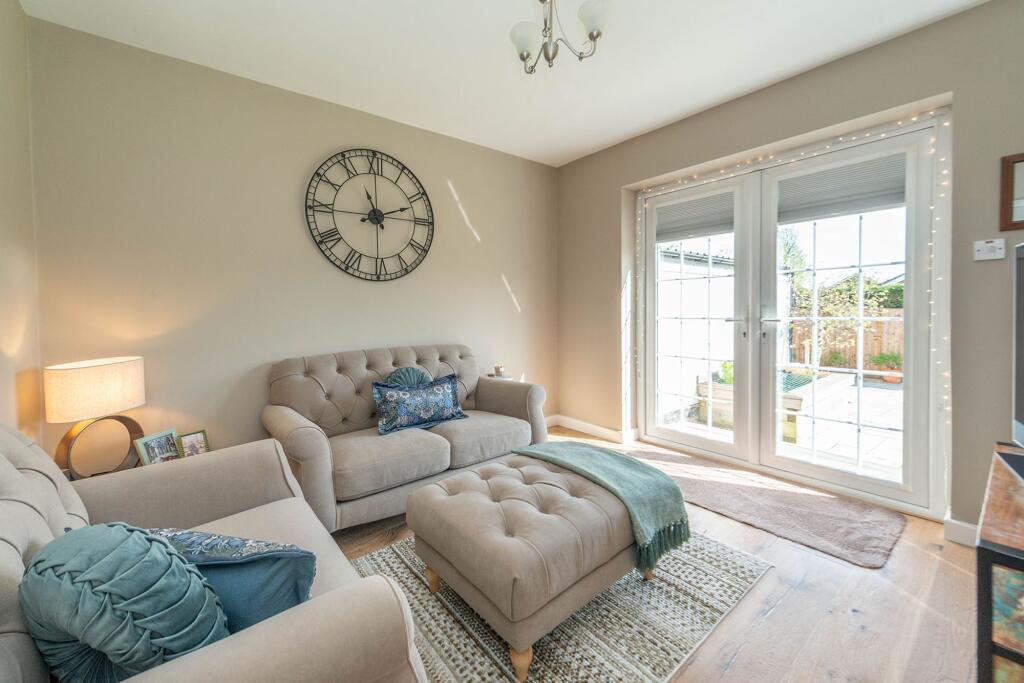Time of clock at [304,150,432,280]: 11:11
